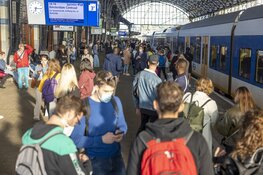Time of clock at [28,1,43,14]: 6:15
